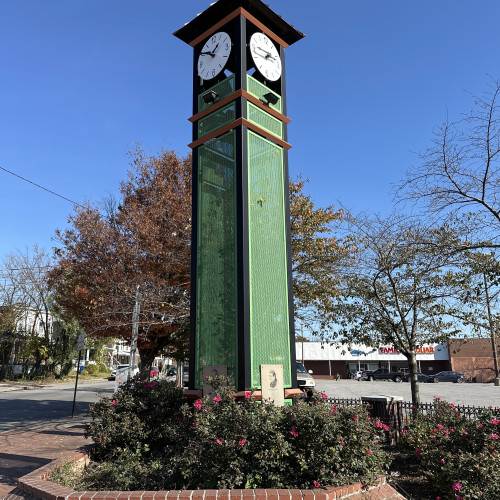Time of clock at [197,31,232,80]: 1:50
